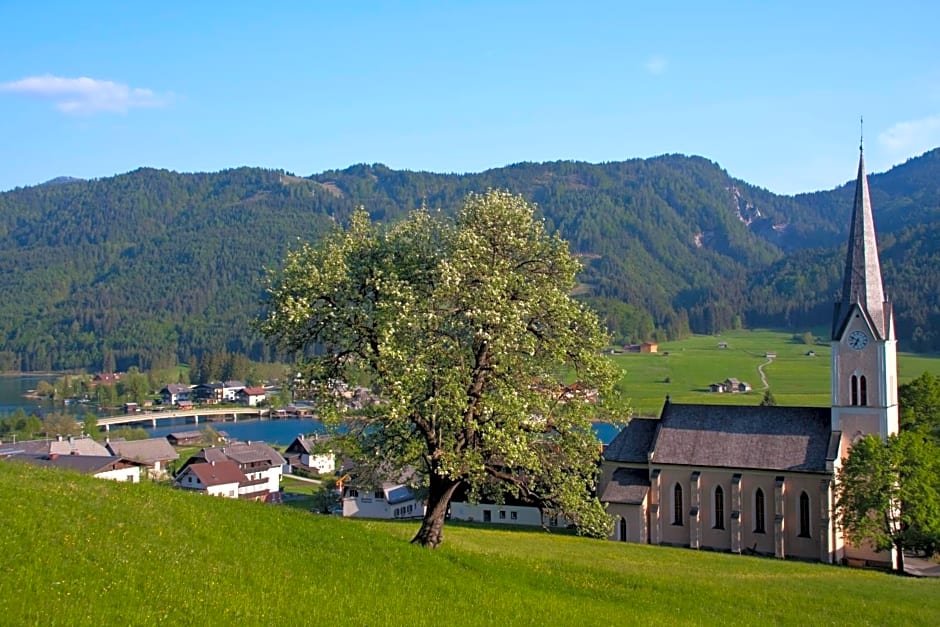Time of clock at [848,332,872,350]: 6:48
